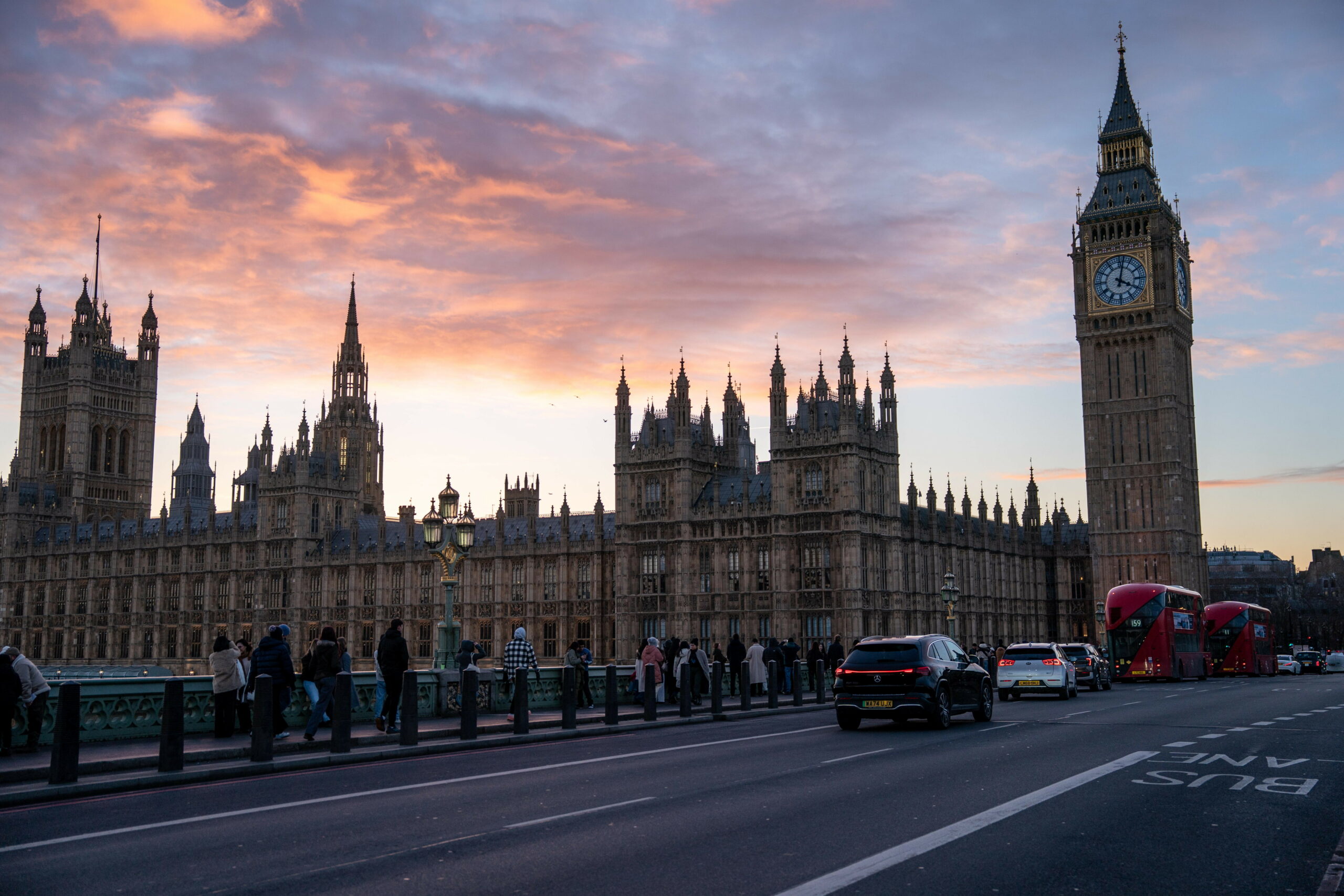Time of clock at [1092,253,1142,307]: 4:02
